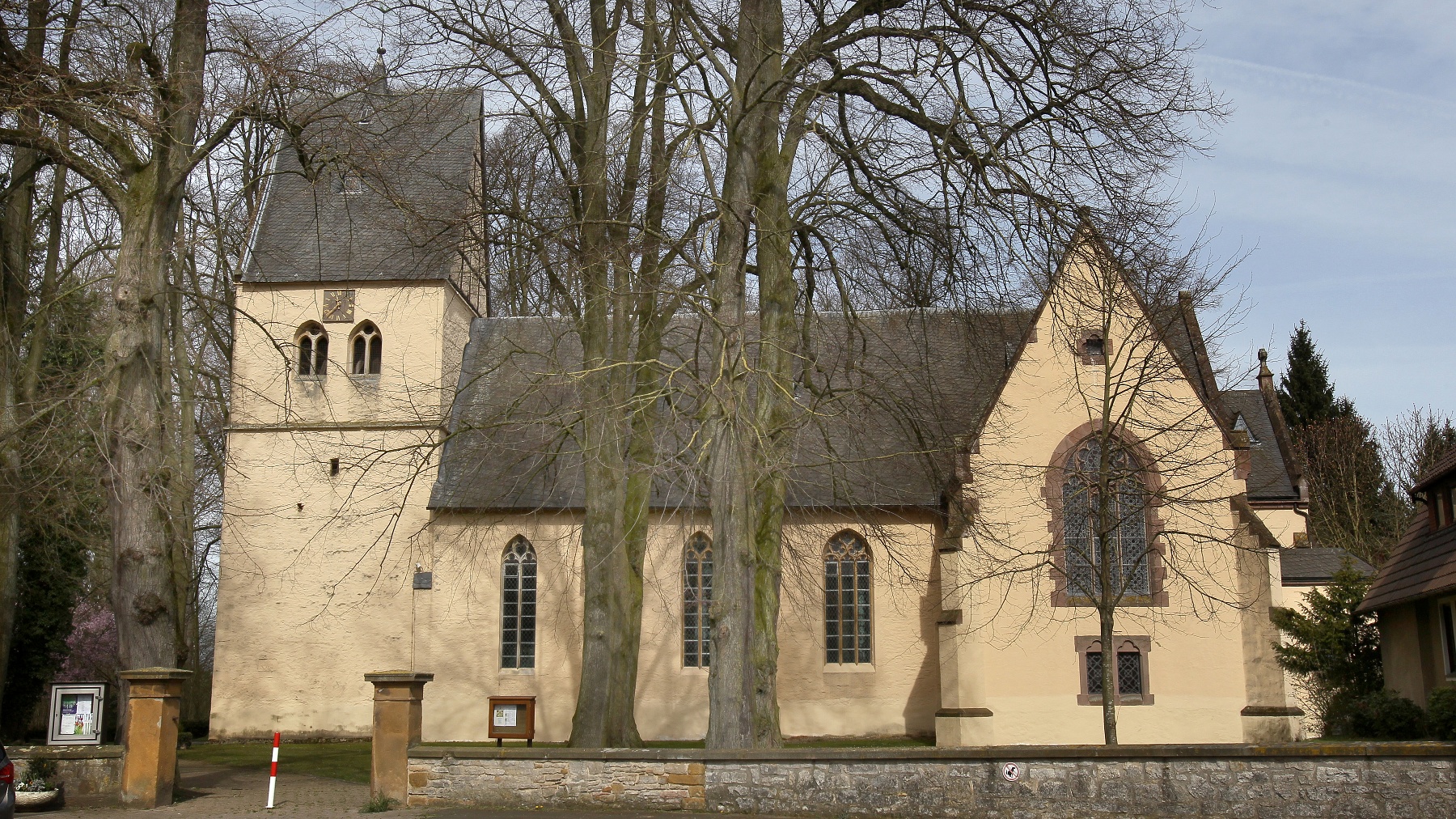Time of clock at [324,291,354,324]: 11:37
